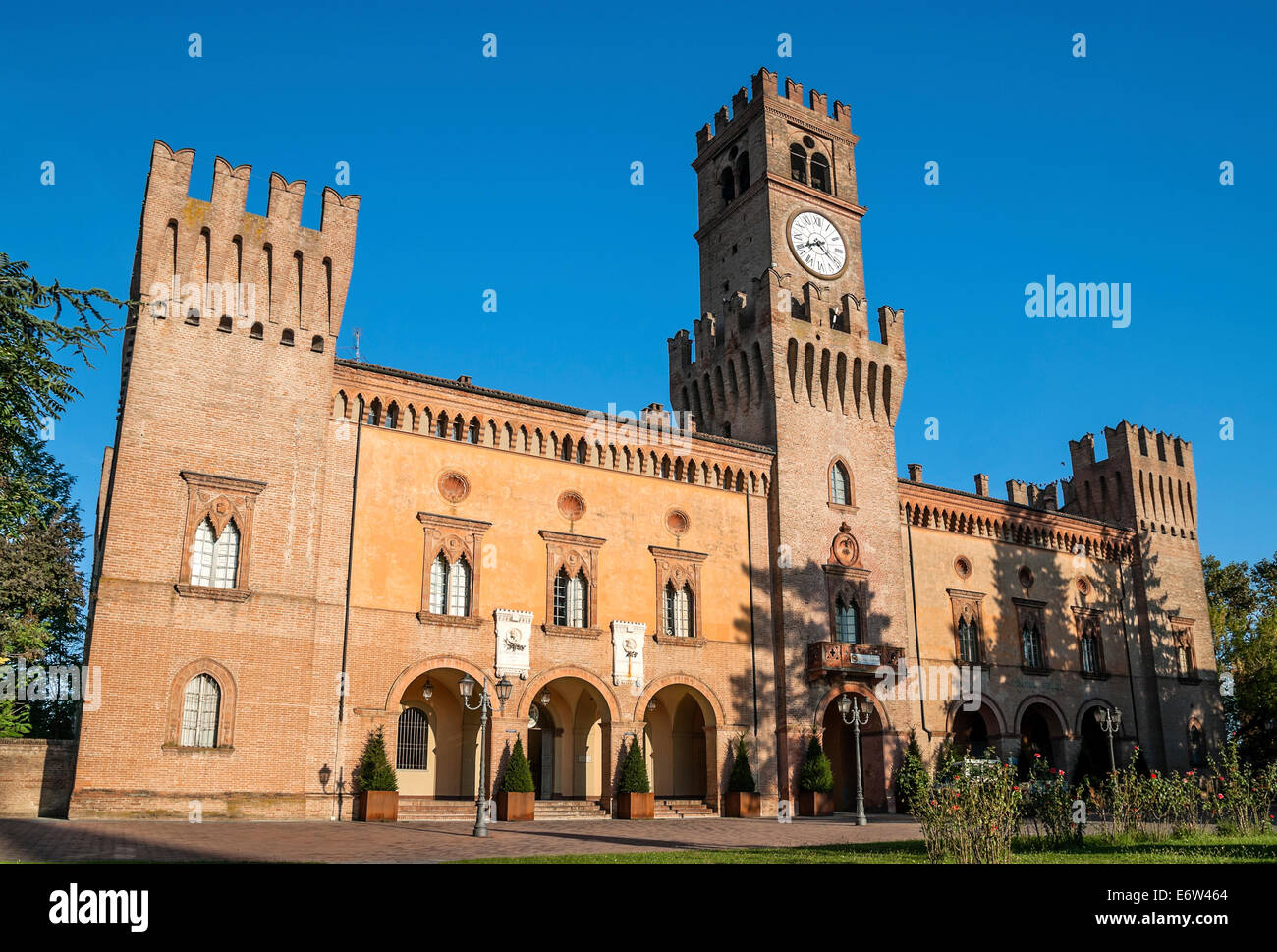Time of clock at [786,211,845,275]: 8:21
